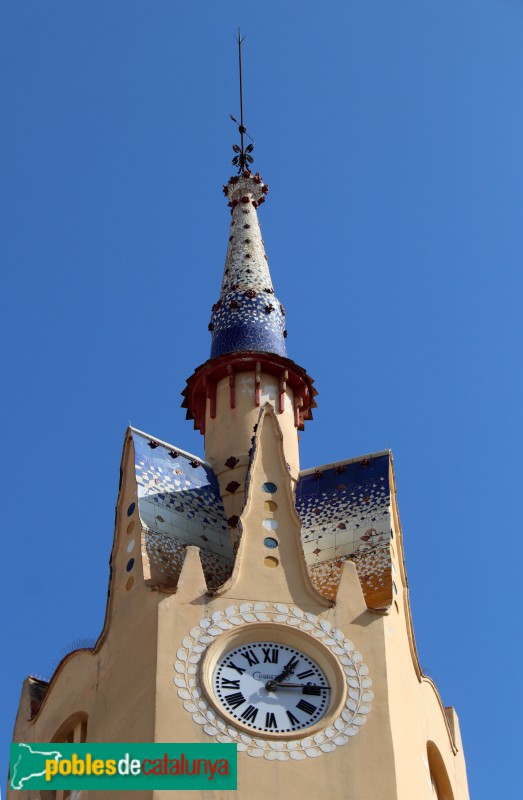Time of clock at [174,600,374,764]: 1:14
